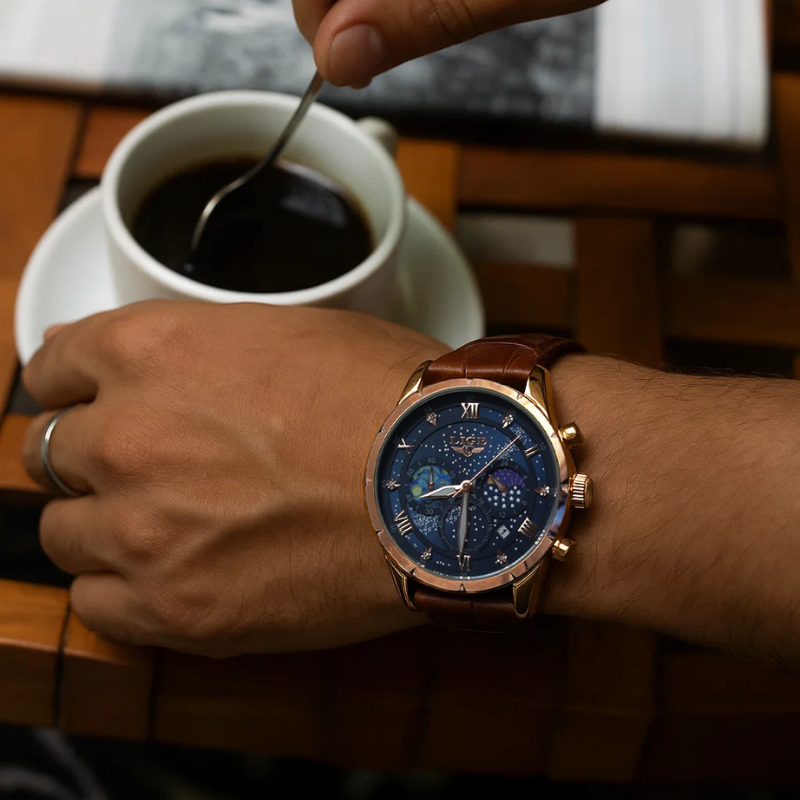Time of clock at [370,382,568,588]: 8:30
